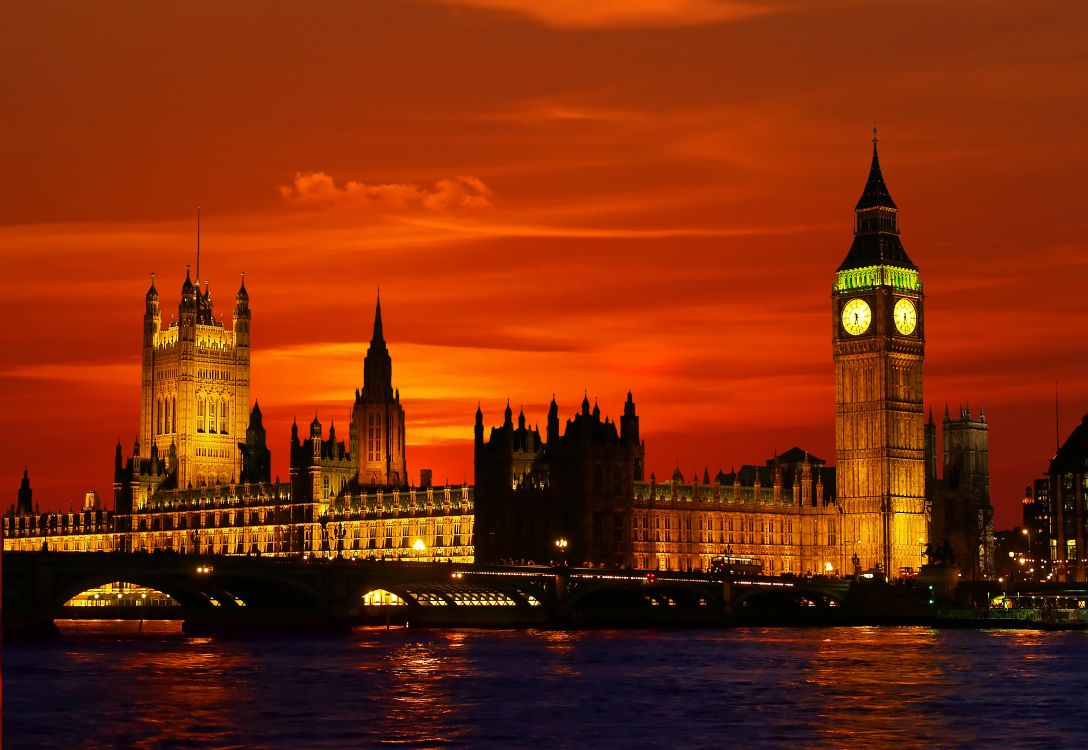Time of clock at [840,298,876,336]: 6:27
